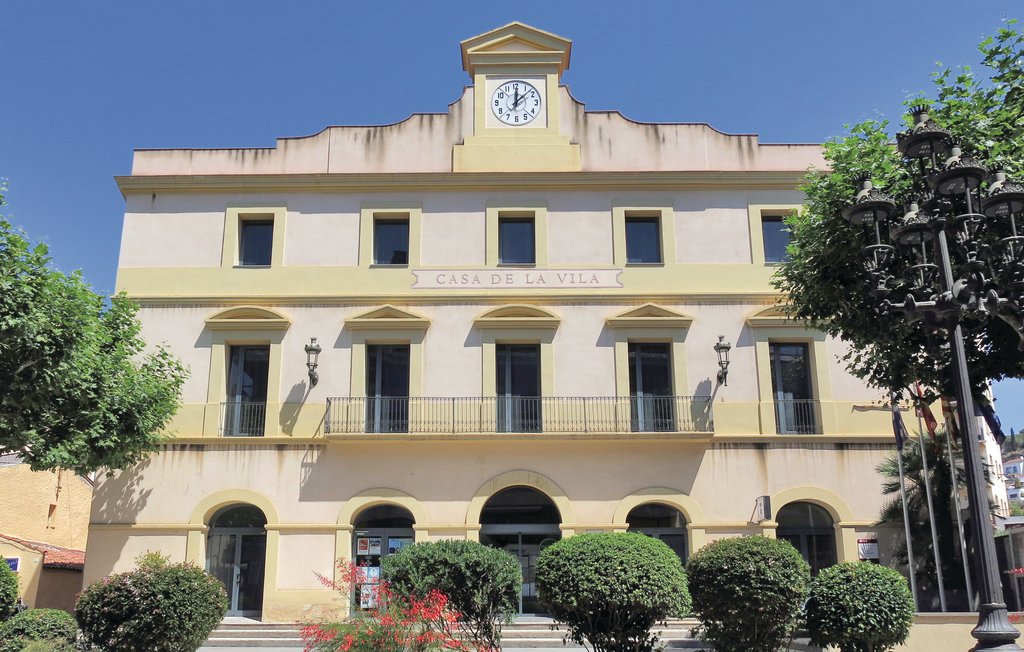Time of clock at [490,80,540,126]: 12:07
